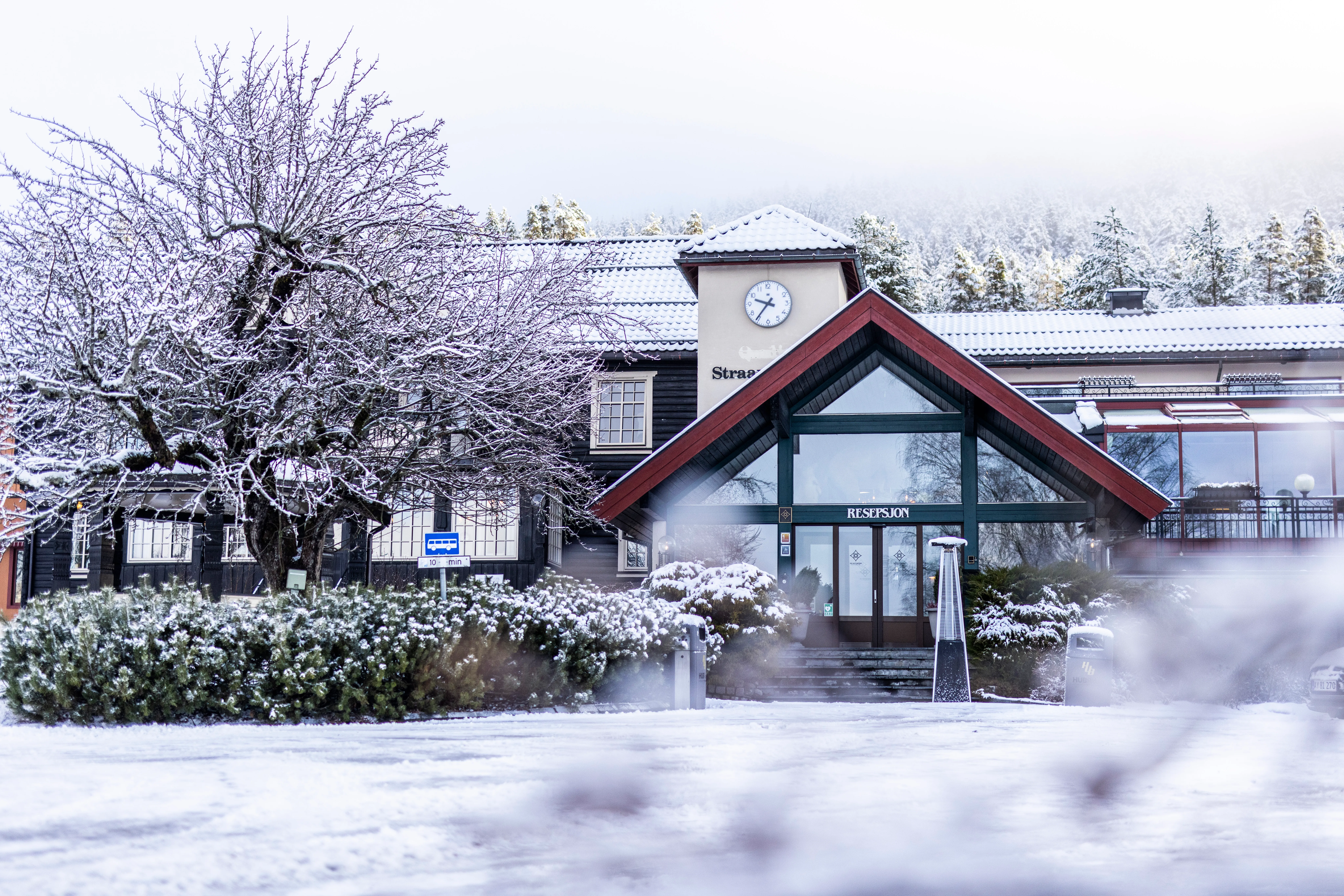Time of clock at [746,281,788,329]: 9:36
